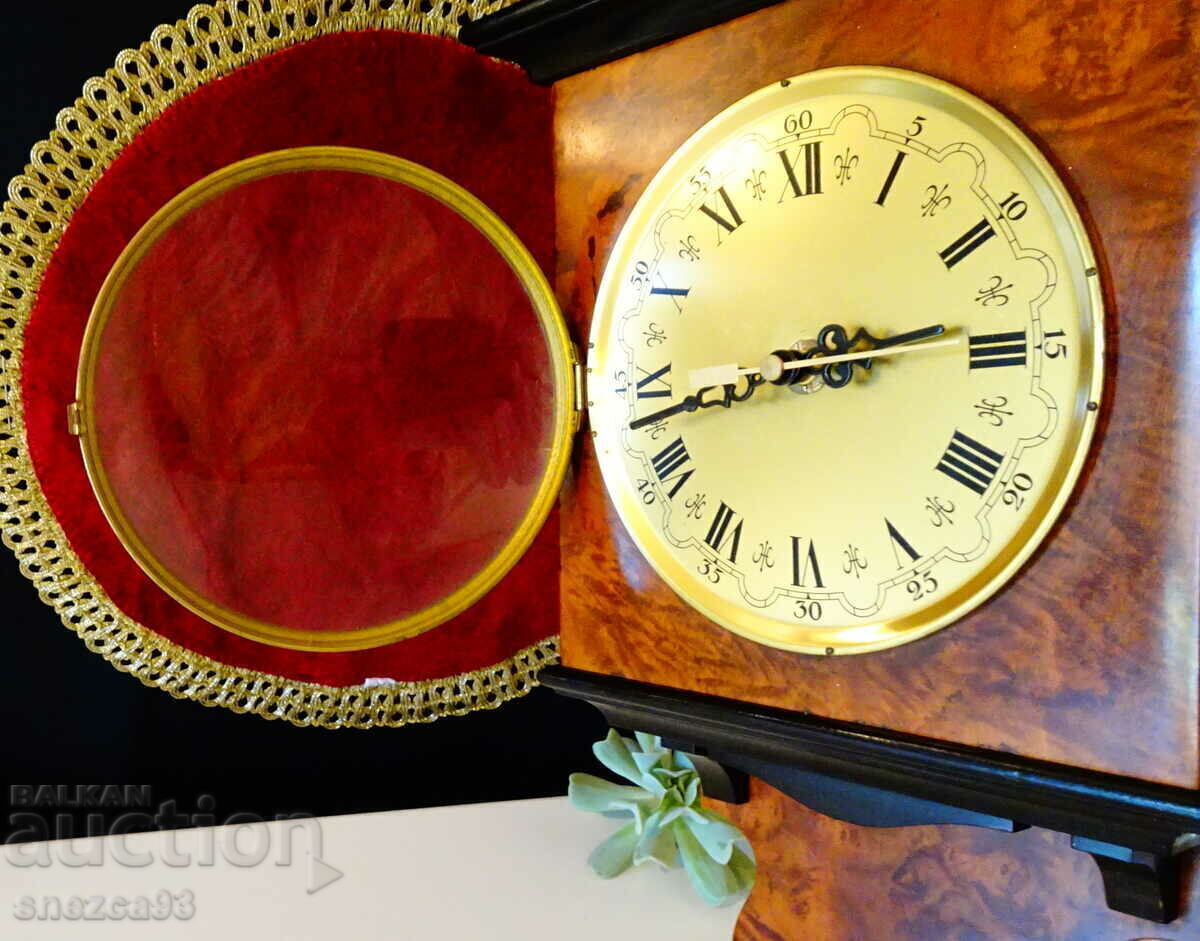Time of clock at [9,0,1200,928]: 2:43
